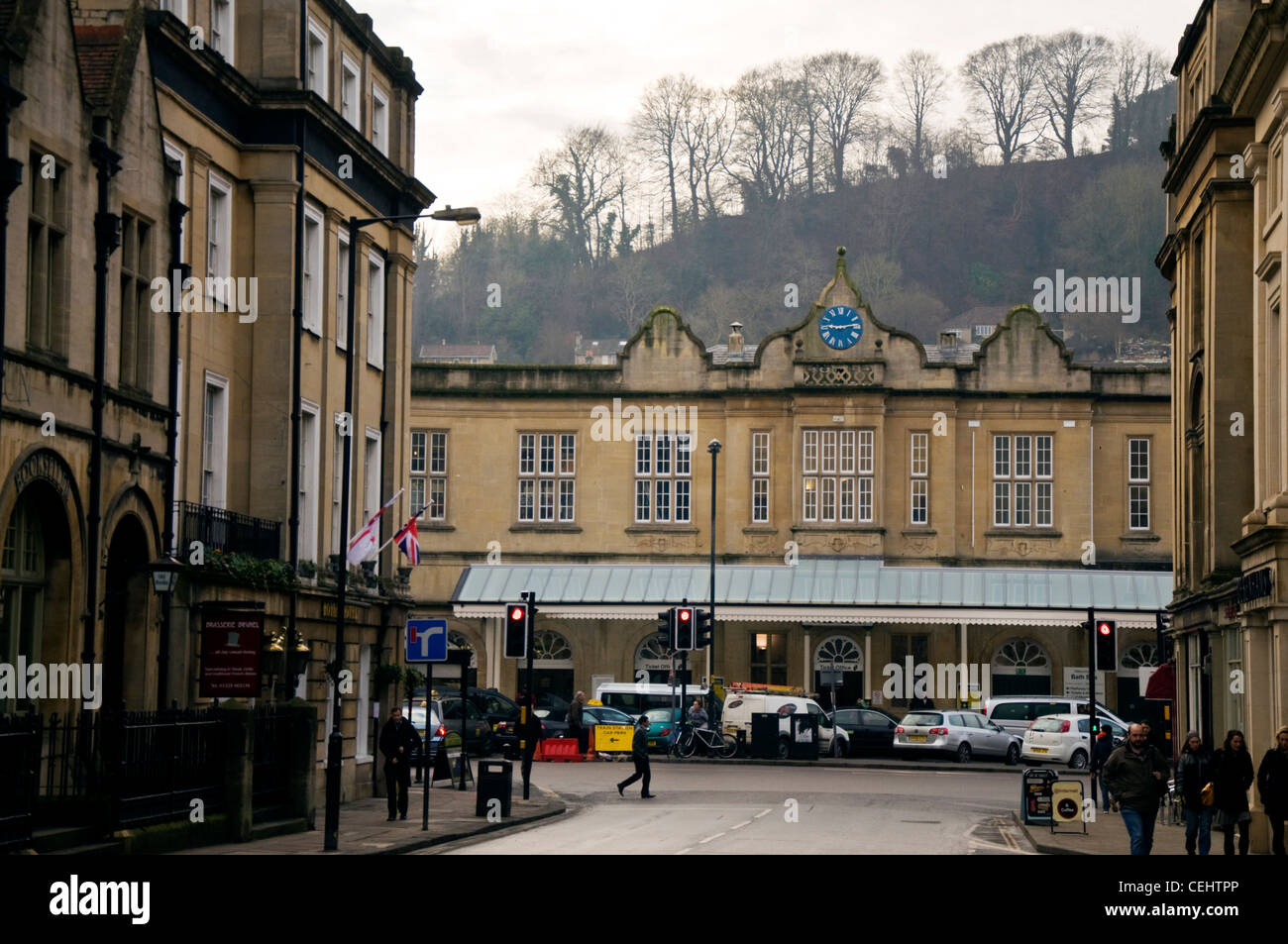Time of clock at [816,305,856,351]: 9:13
